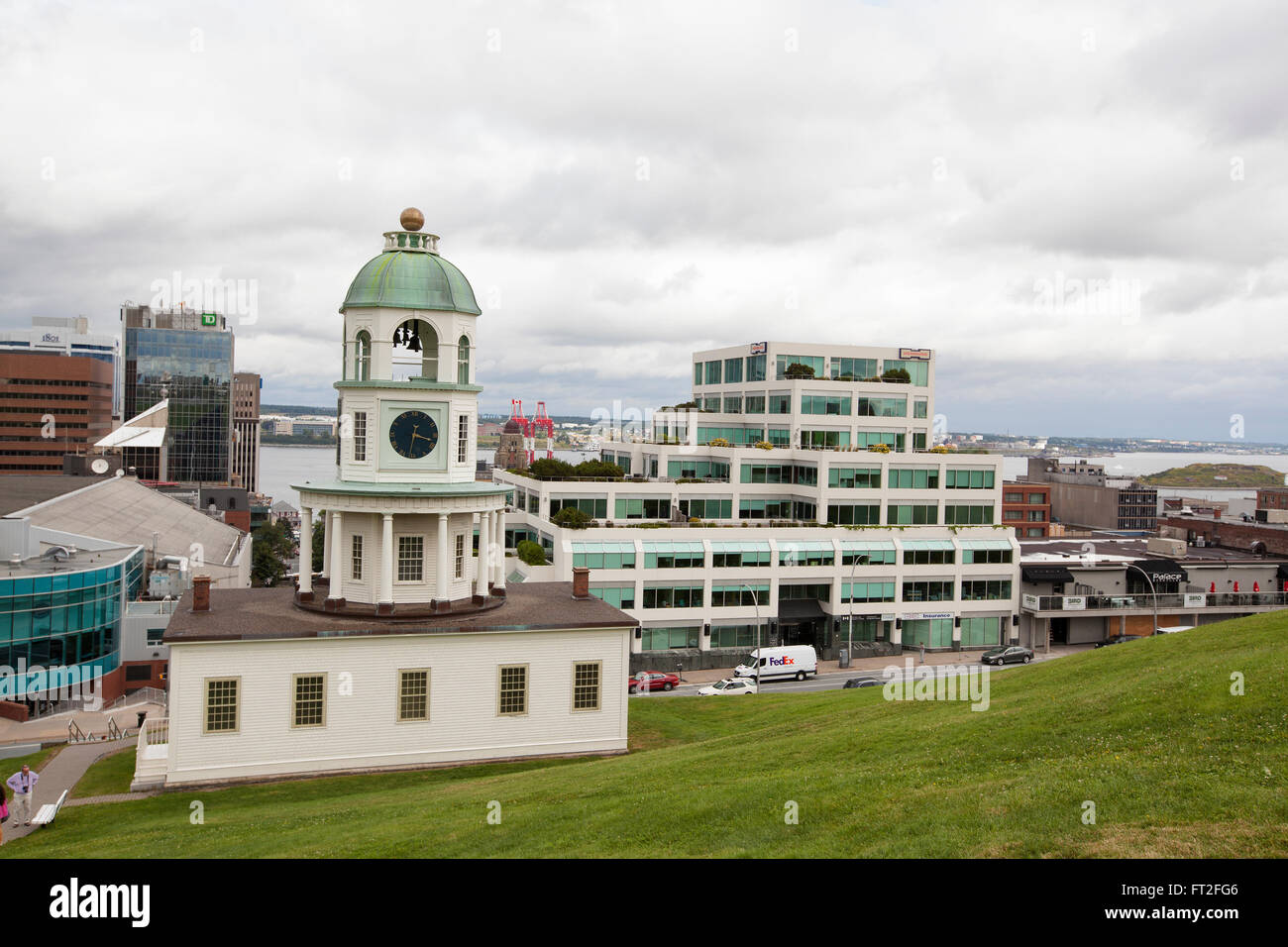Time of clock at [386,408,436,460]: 3:32
